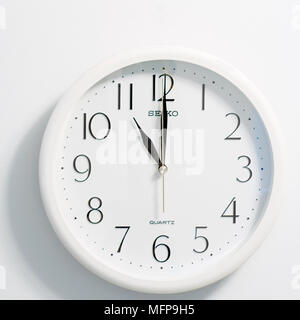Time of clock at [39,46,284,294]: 11:00
